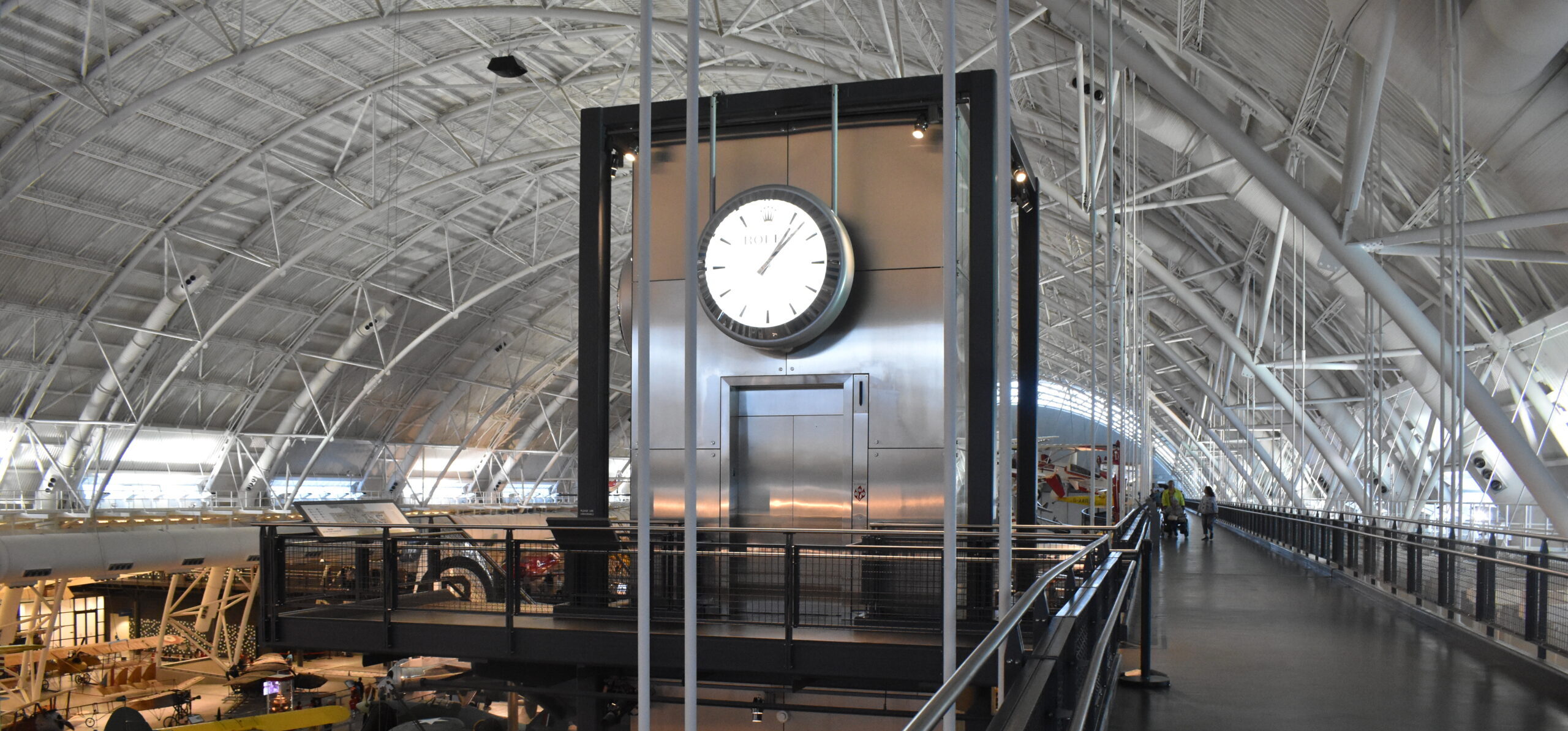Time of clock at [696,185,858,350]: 1:07
